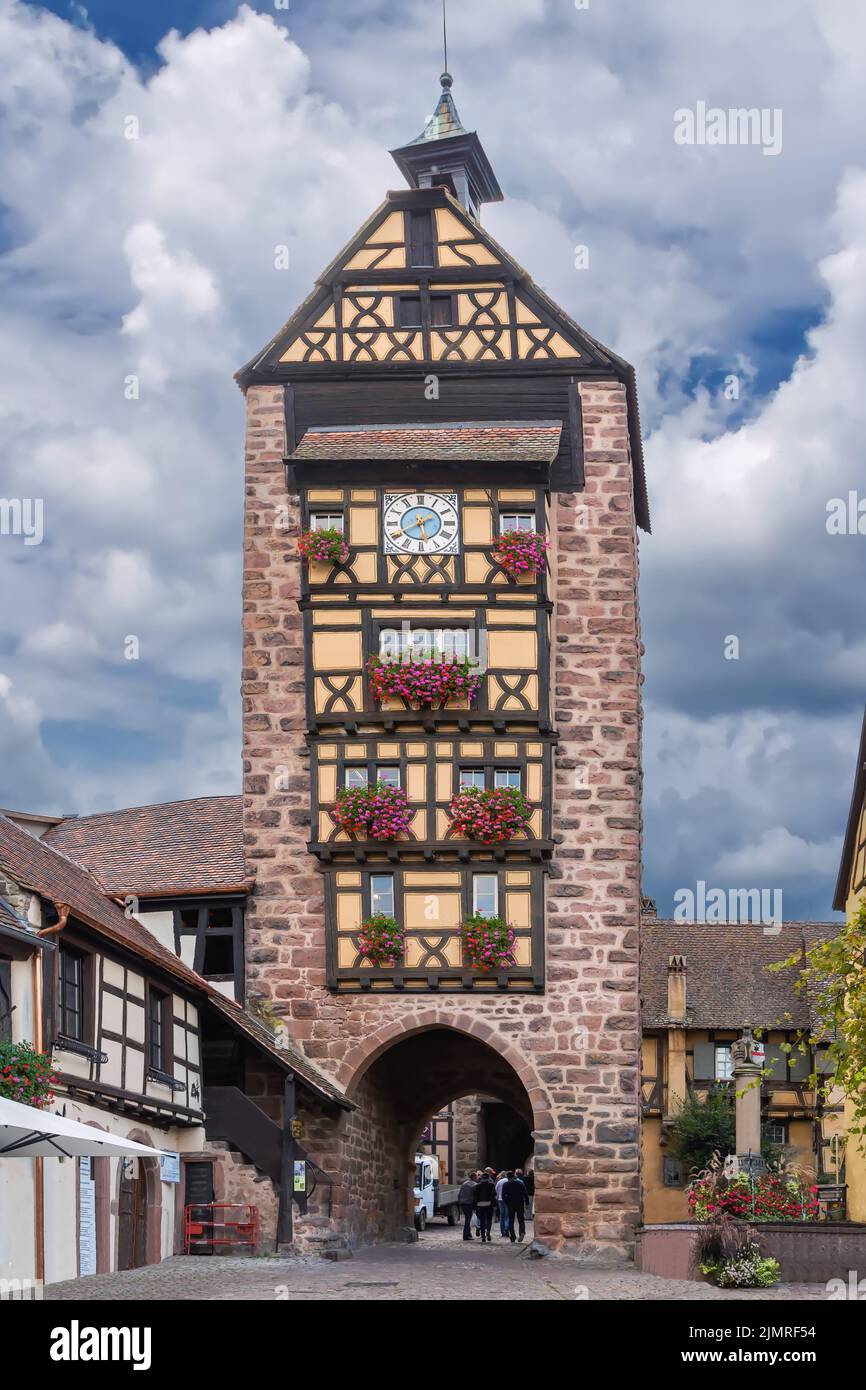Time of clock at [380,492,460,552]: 5:40
